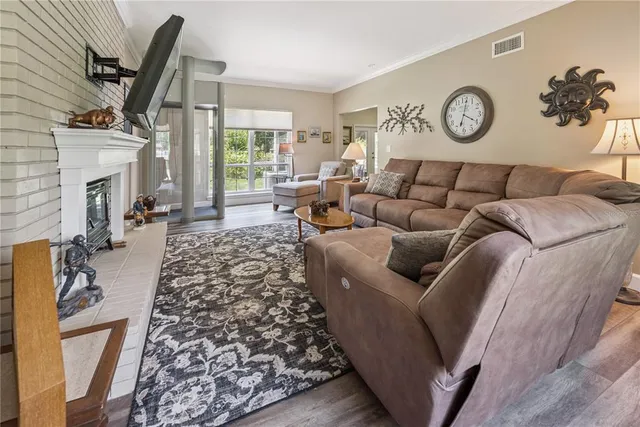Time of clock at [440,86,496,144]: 4:01
